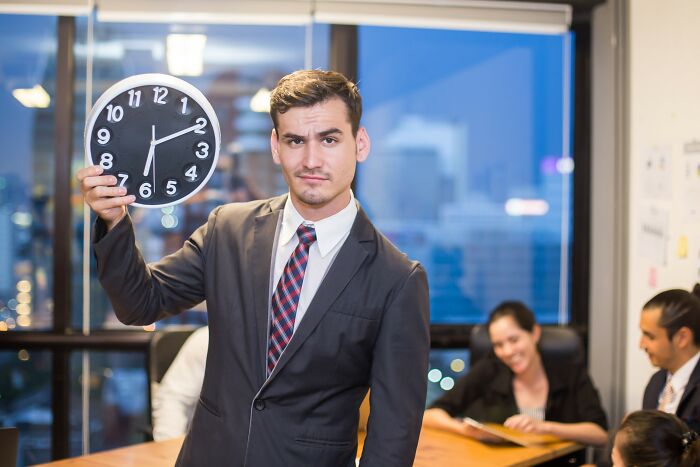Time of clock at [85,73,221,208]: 6:10
